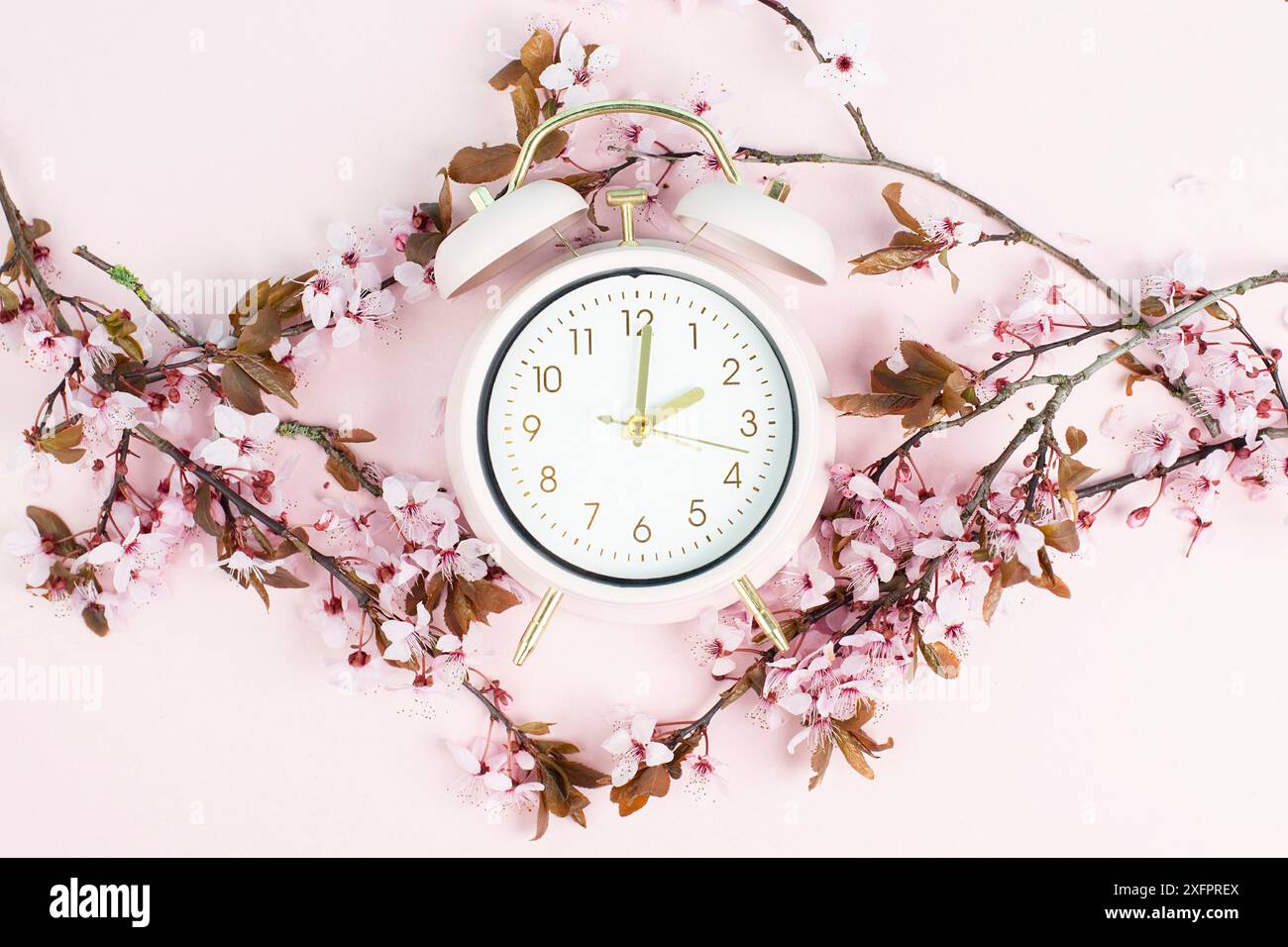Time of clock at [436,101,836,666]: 2:01
